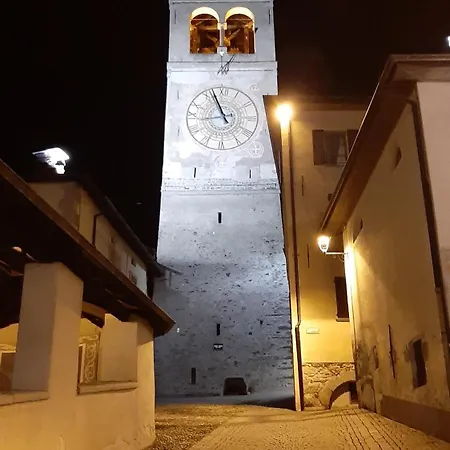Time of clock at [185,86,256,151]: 8:56
